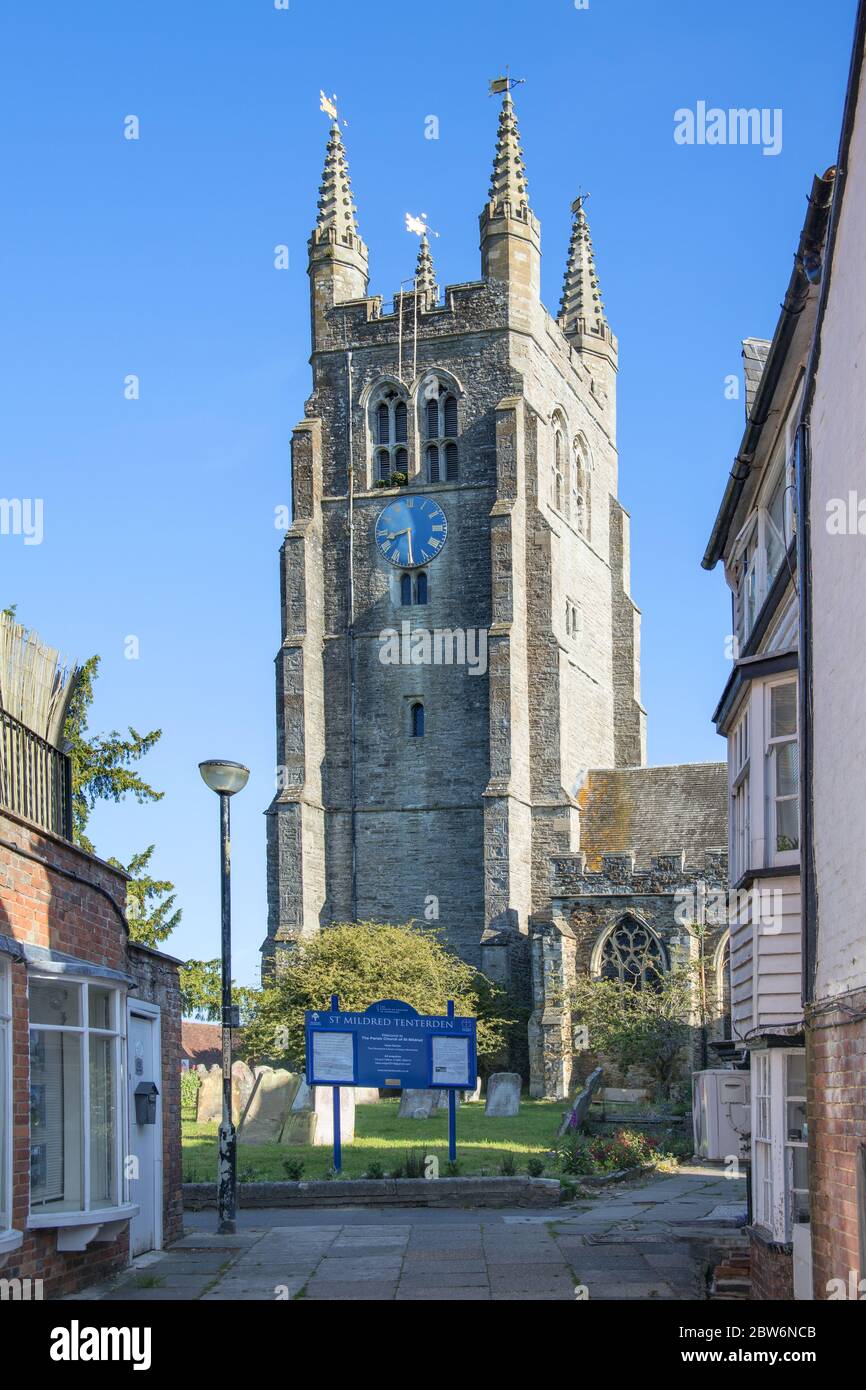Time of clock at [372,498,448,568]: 8:29
